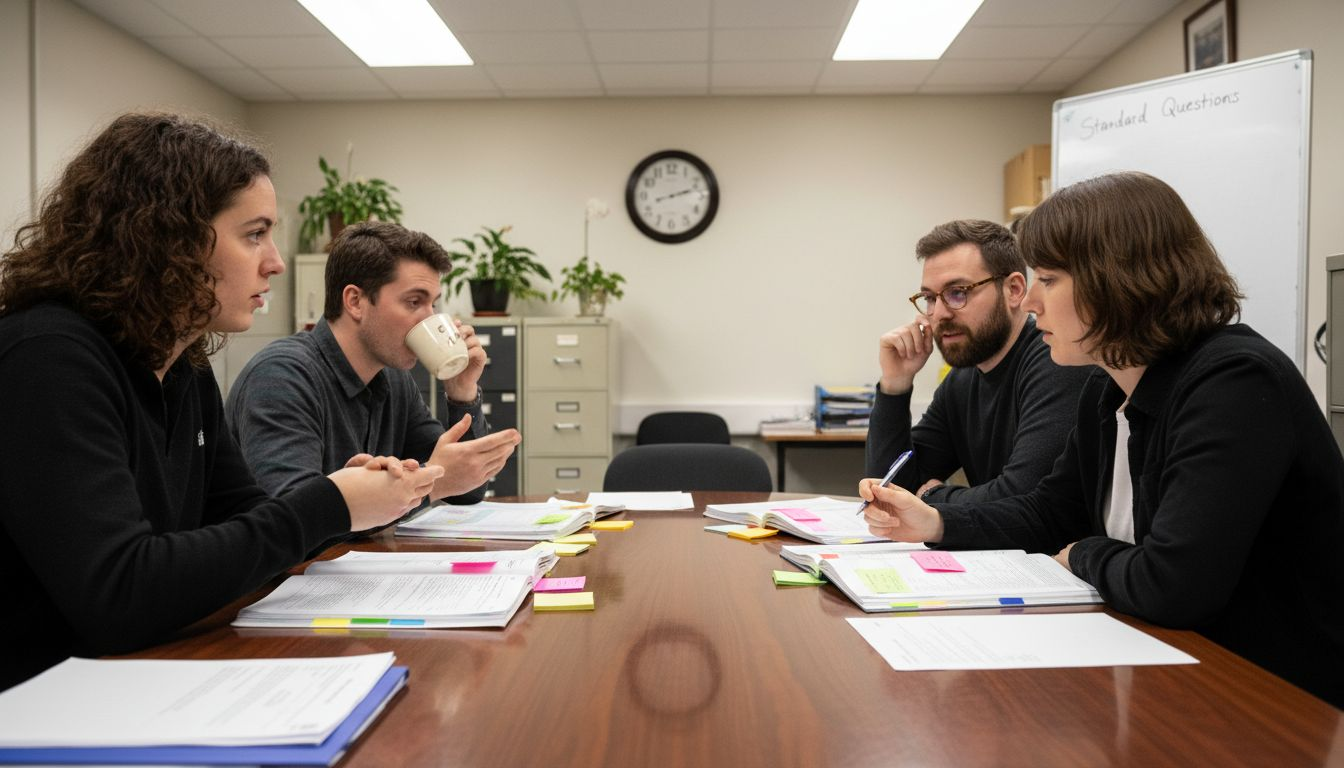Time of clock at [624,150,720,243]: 2:12
